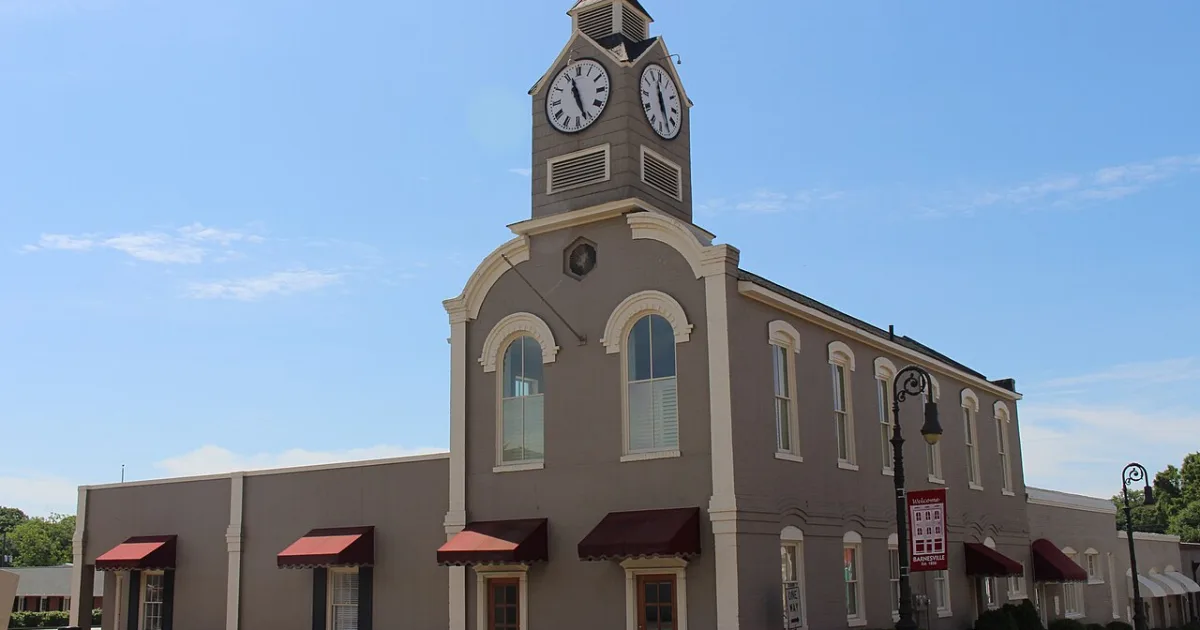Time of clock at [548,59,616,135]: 11:26
